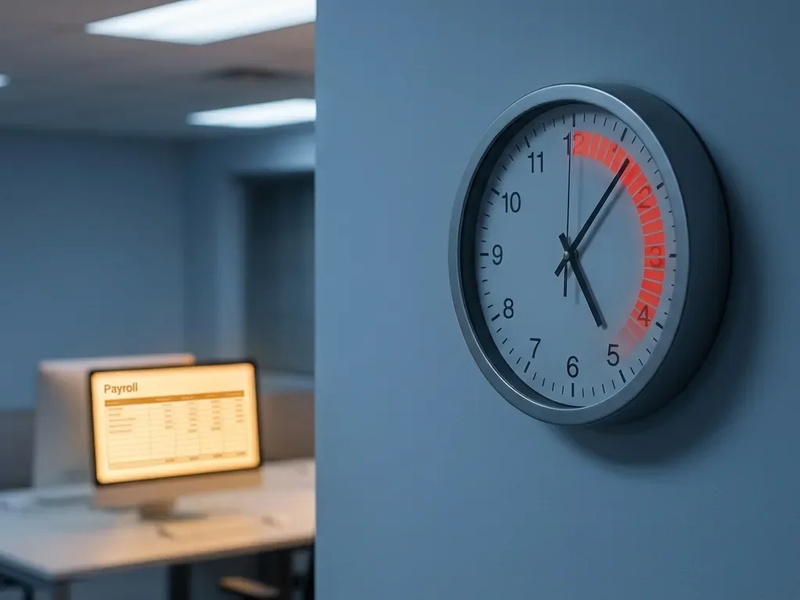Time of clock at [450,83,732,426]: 5:06
